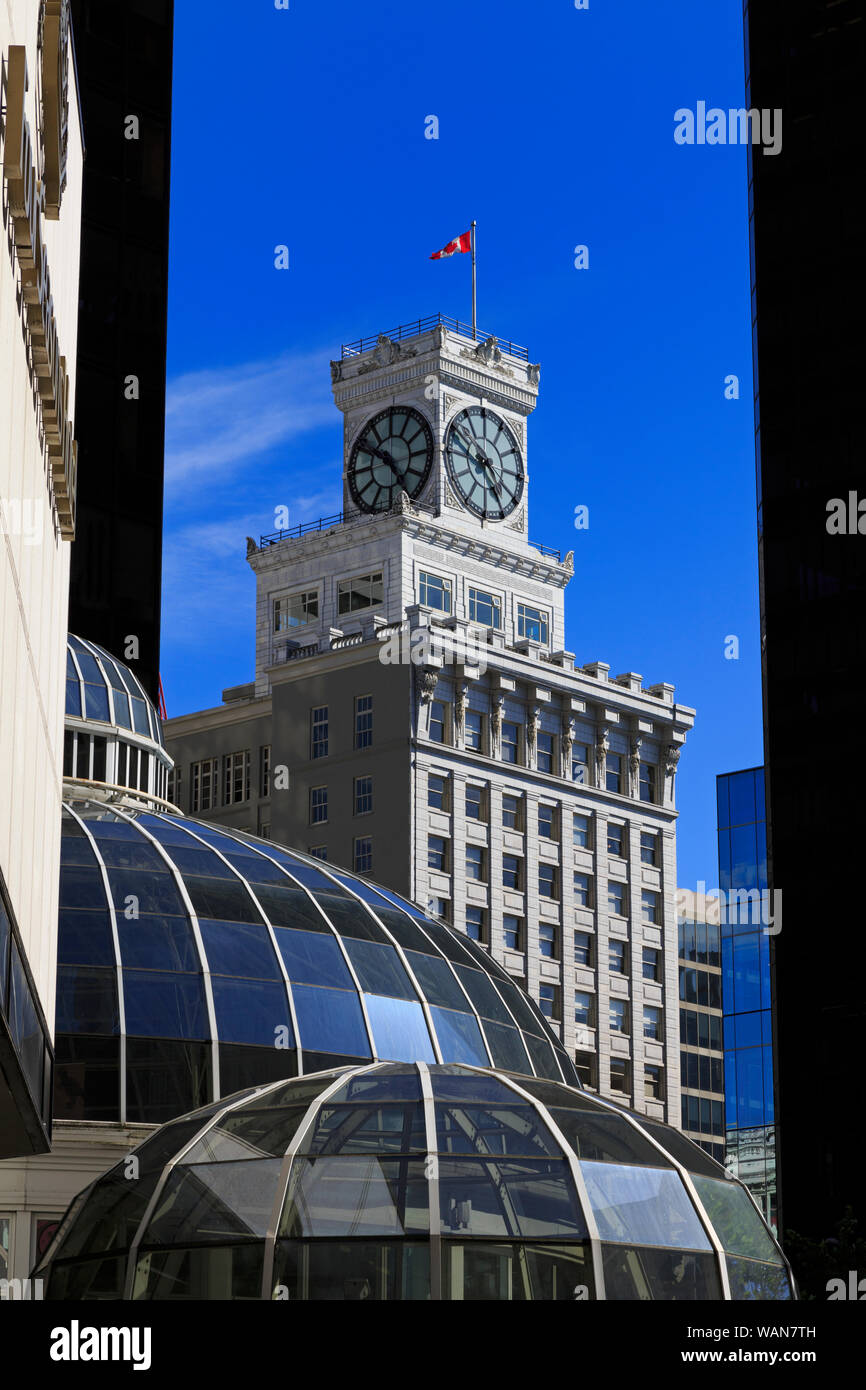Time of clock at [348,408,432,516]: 4:50
